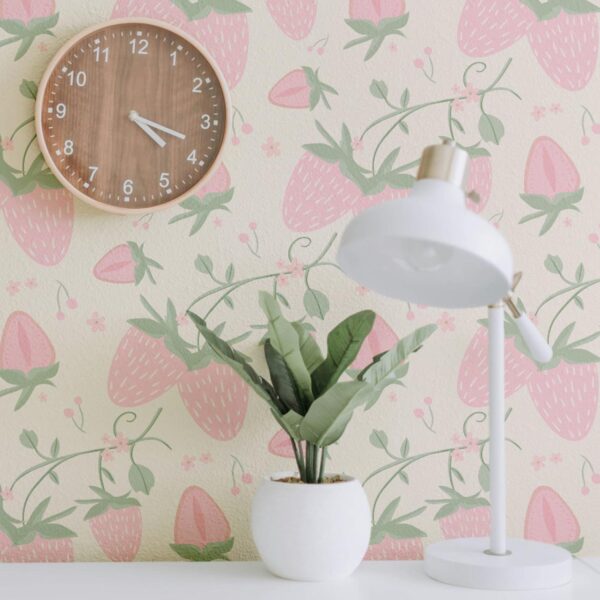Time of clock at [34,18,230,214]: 4:18
